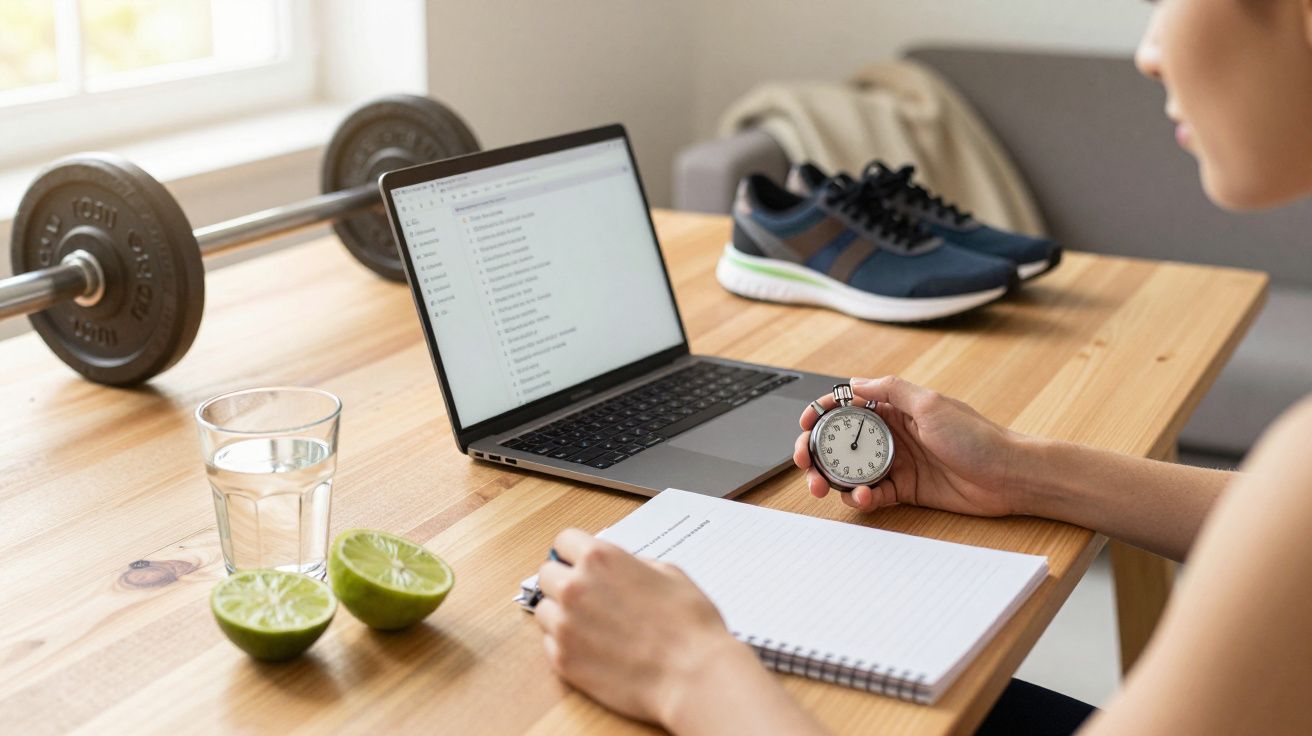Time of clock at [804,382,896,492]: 1:05
